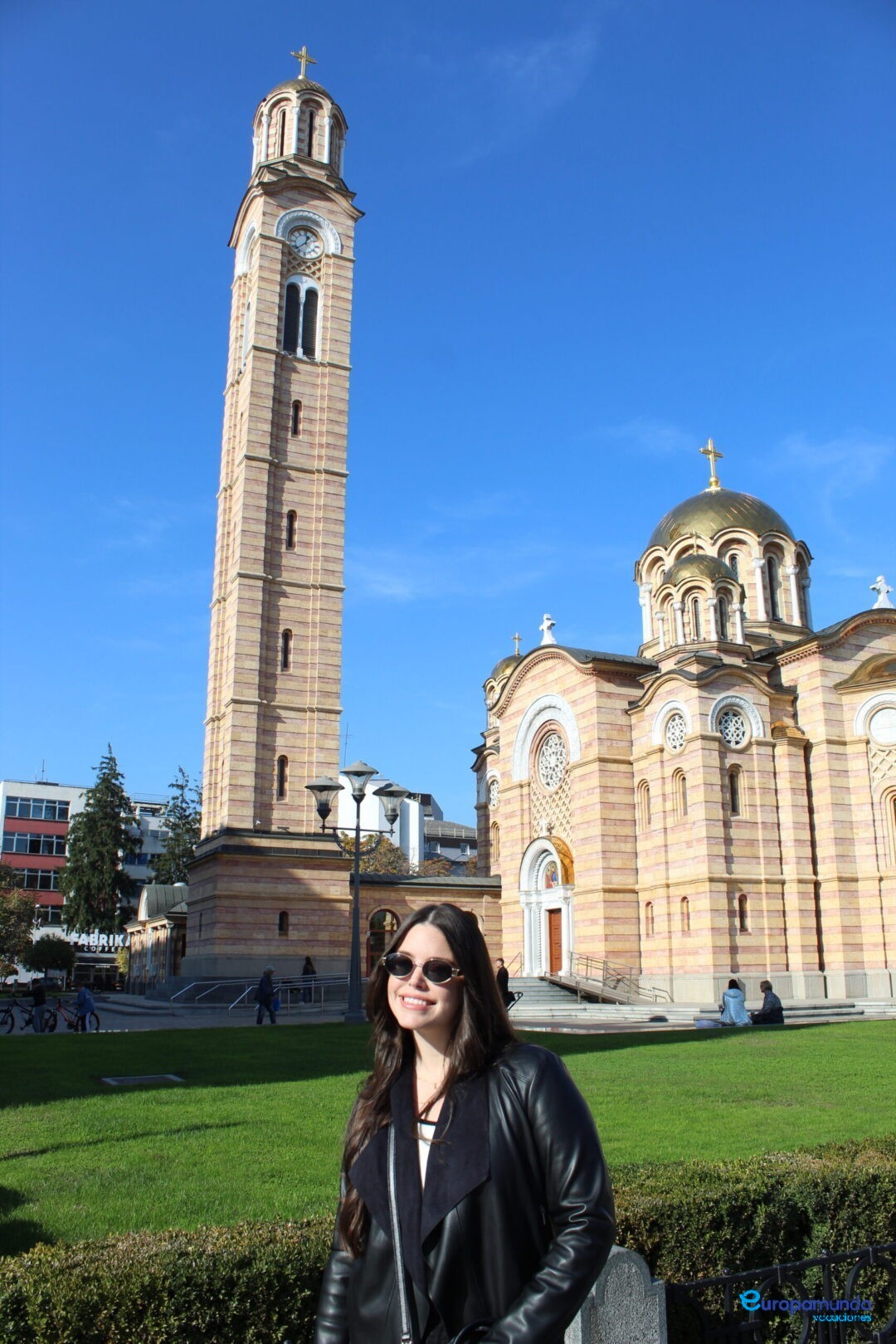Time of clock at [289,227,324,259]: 12:38
